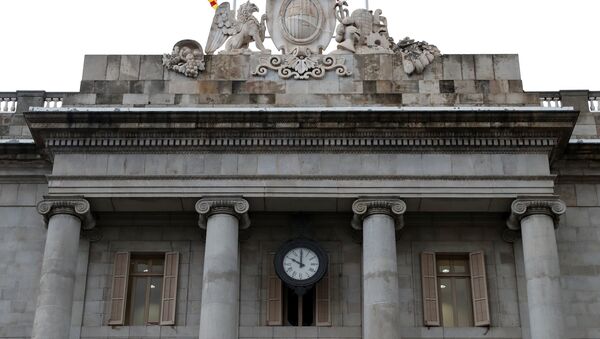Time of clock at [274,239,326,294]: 10:00
